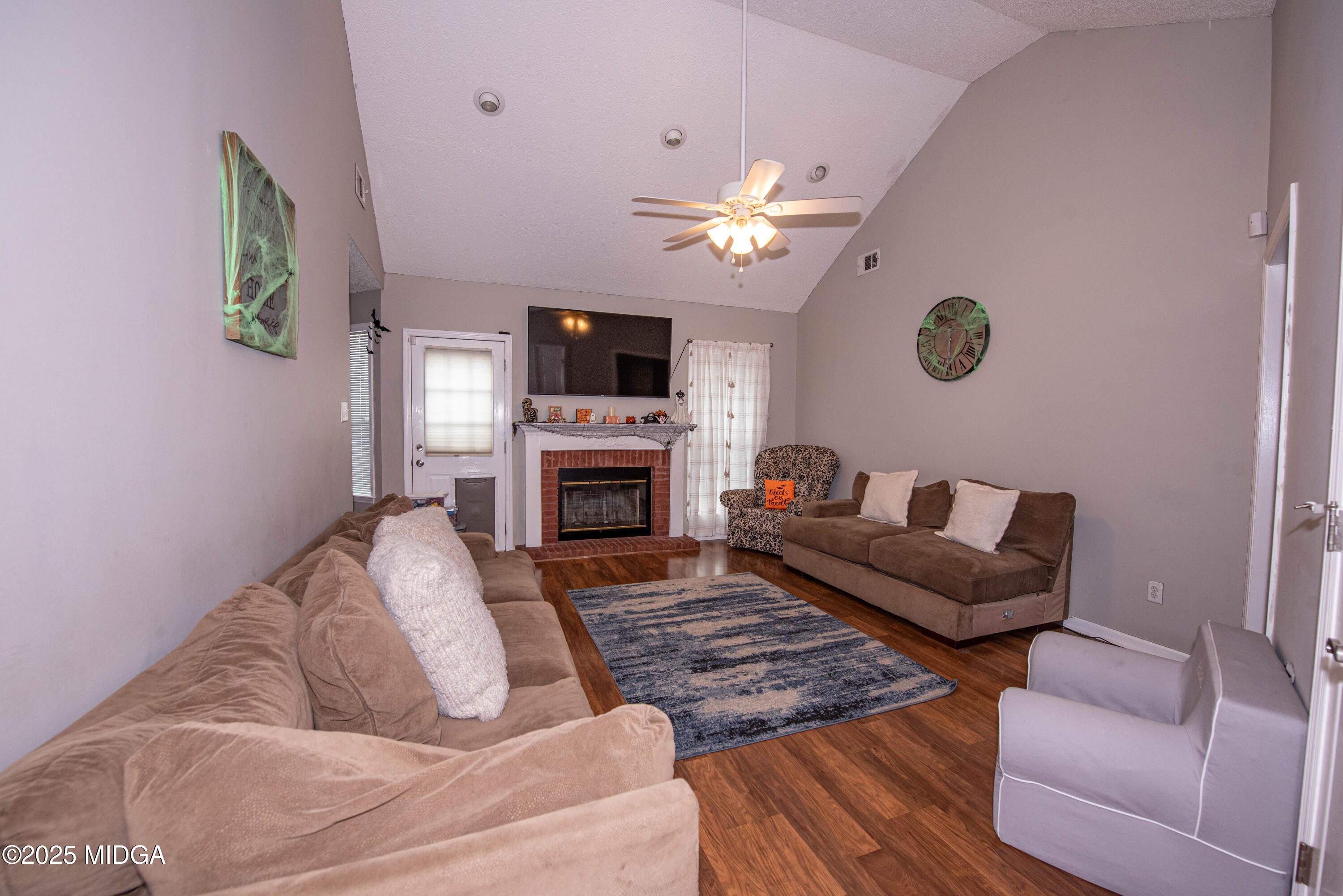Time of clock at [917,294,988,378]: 5:59
